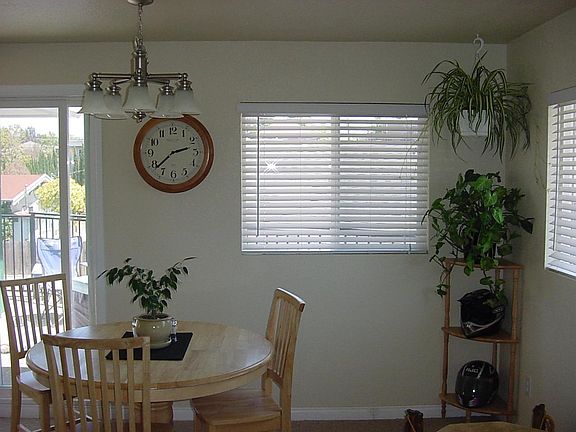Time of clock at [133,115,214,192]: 2:38
